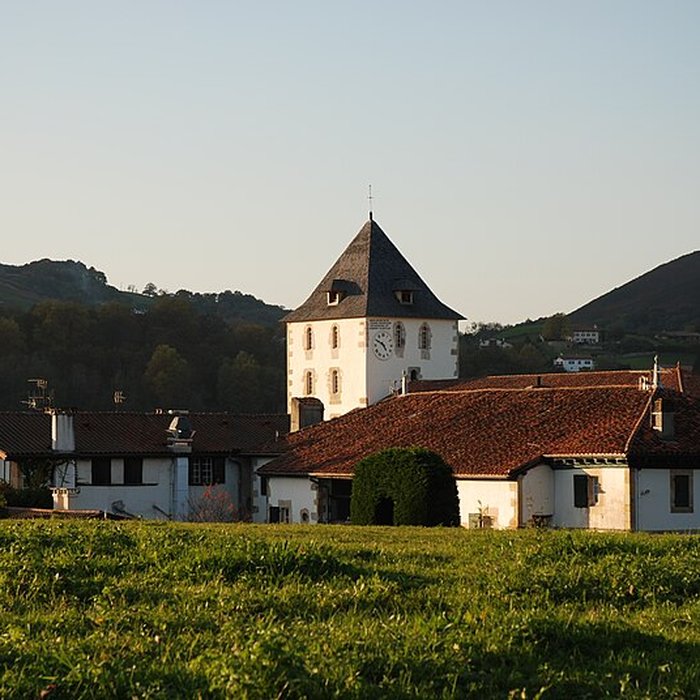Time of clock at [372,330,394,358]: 4:49
